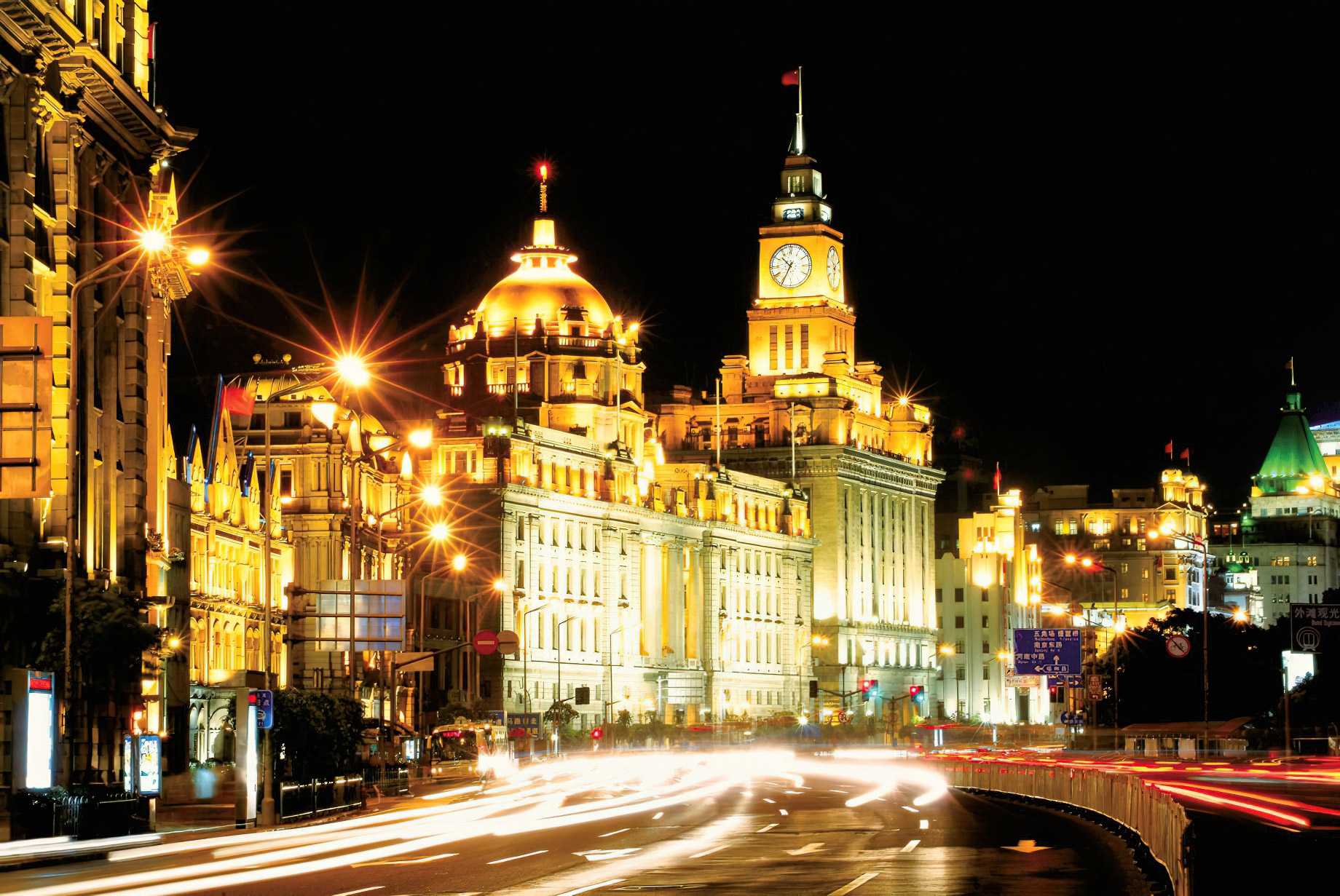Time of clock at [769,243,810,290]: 10:34
